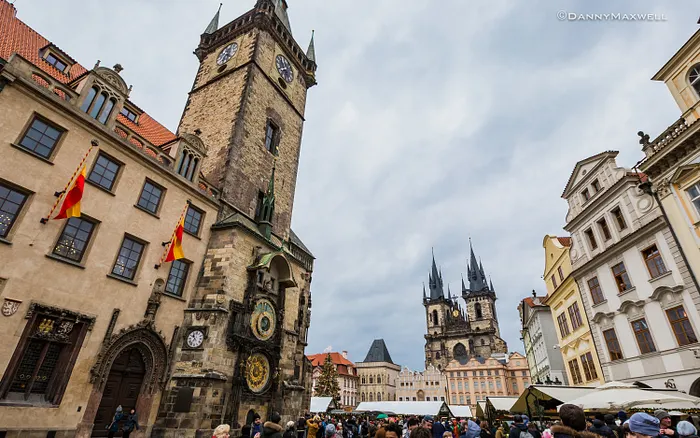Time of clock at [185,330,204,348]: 10:36
